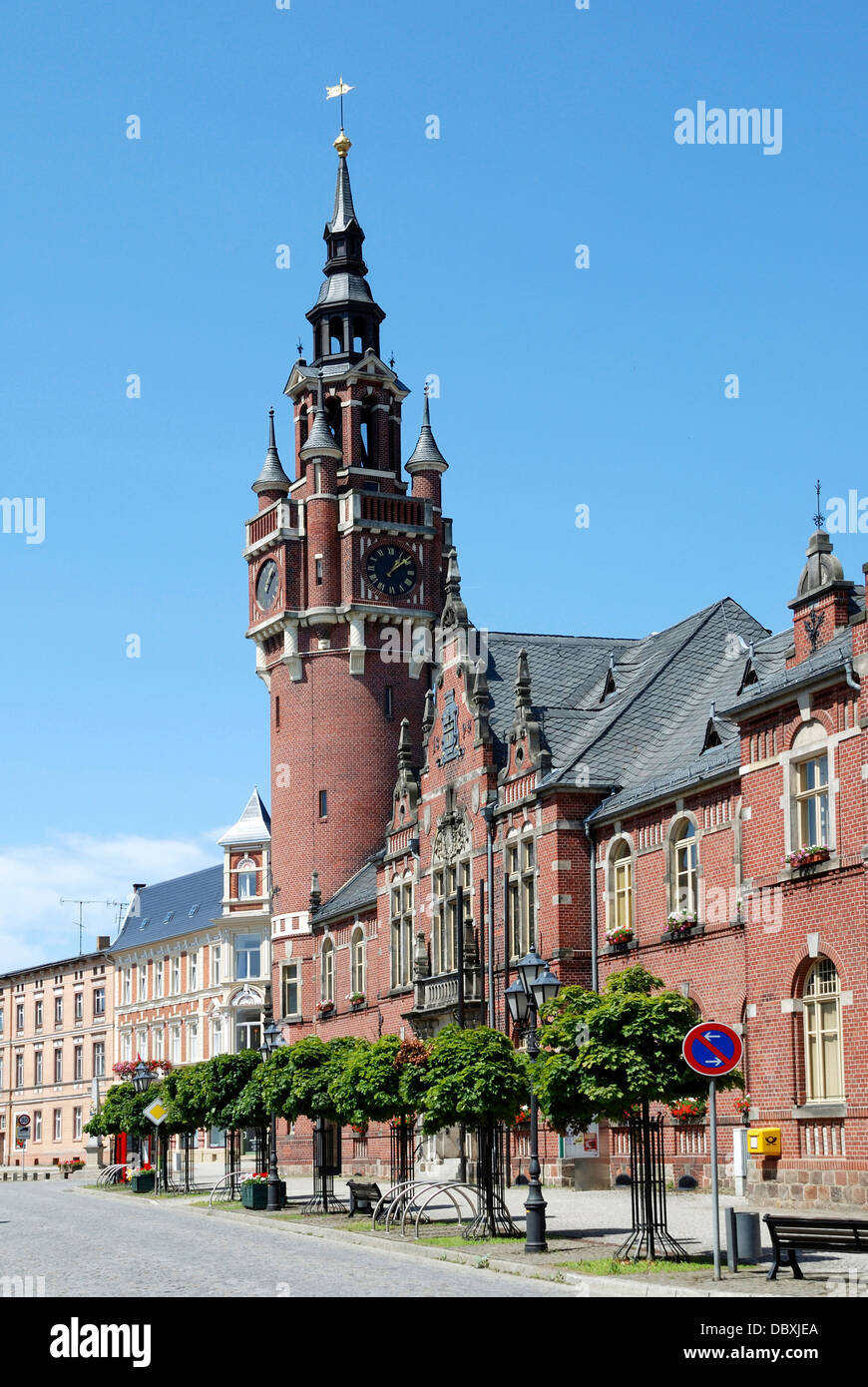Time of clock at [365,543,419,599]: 1:08
